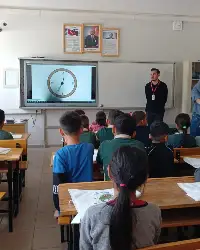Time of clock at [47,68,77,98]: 12:34
